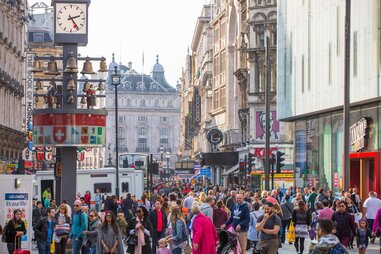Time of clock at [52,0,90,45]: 2:24
